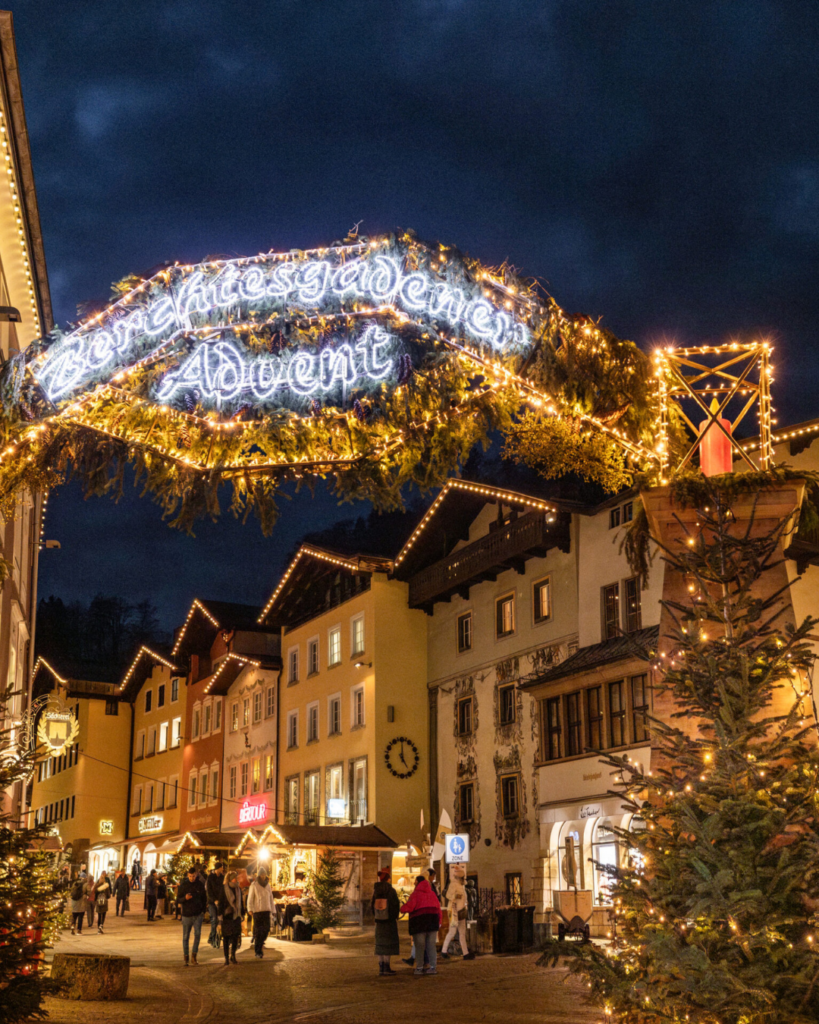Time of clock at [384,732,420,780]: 5:00
